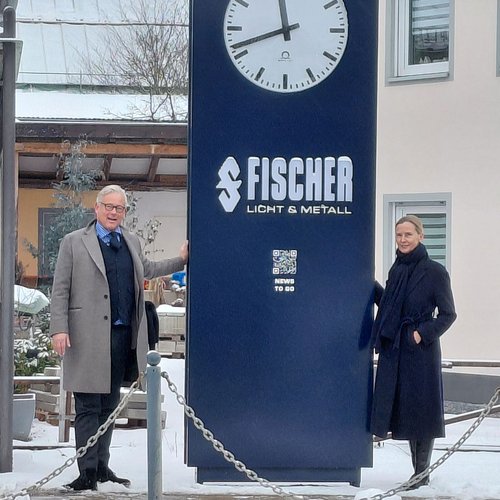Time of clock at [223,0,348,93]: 11:41
